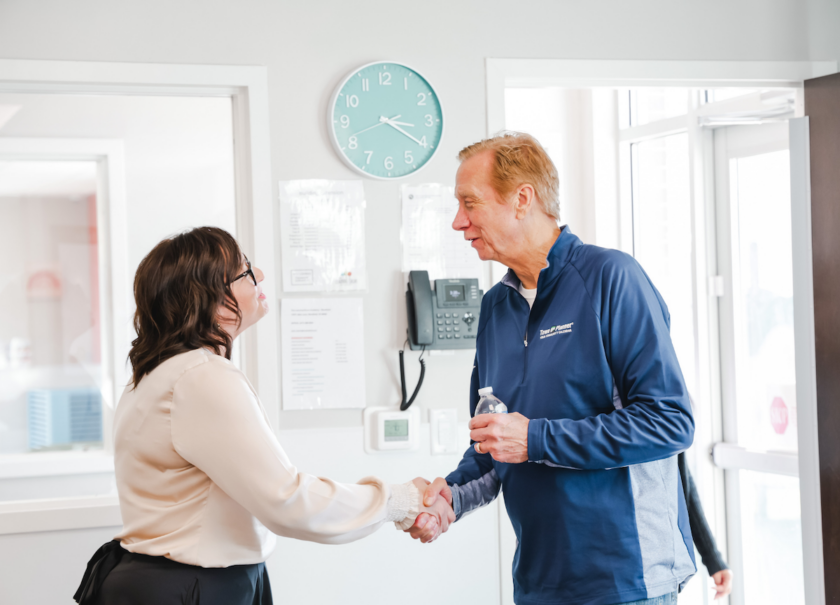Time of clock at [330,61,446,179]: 3:20
